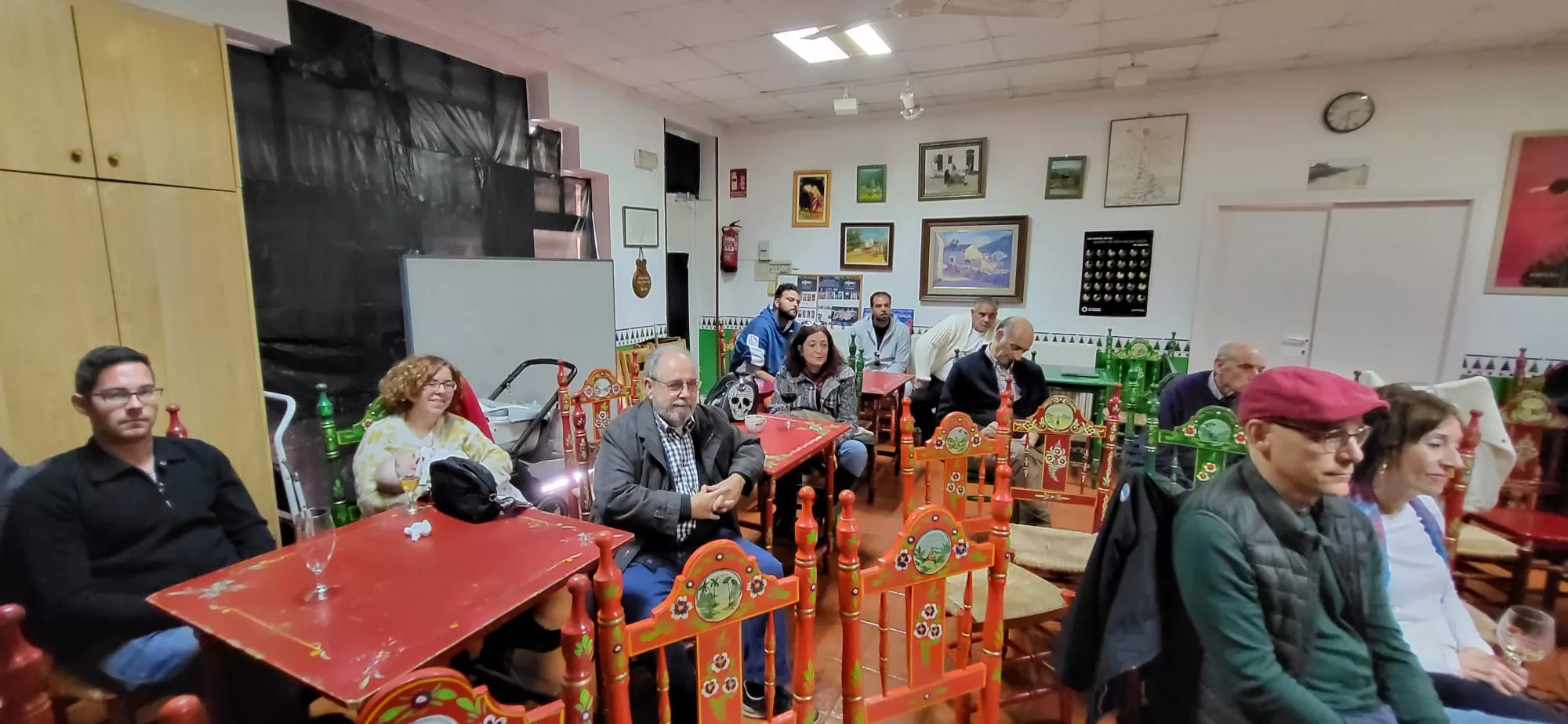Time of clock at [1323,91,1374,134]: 2:29
